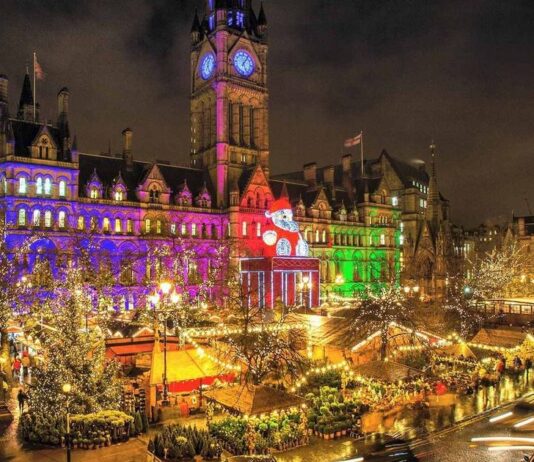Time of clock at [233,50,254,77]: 5:05
